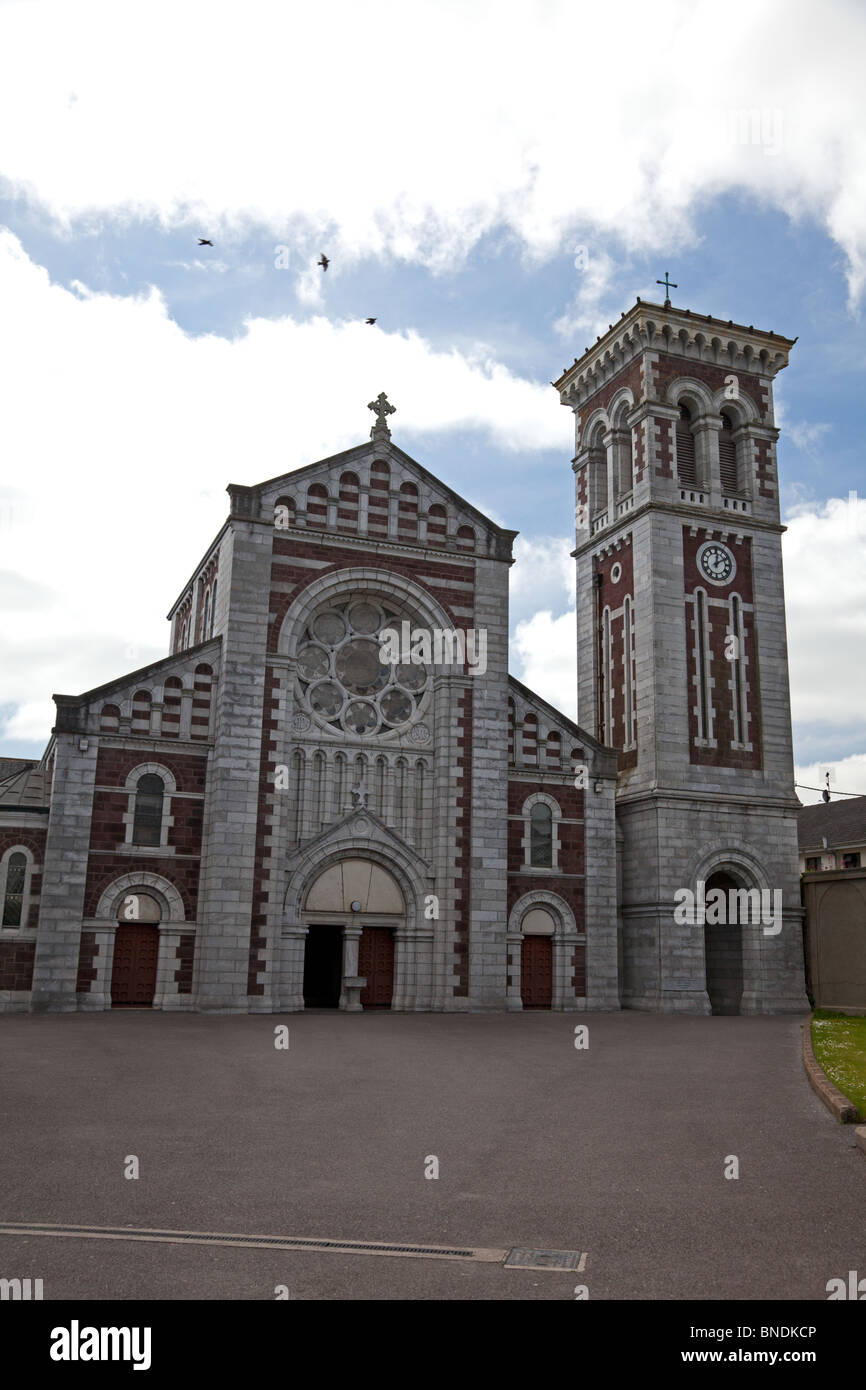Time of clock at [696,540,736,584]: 12:10
